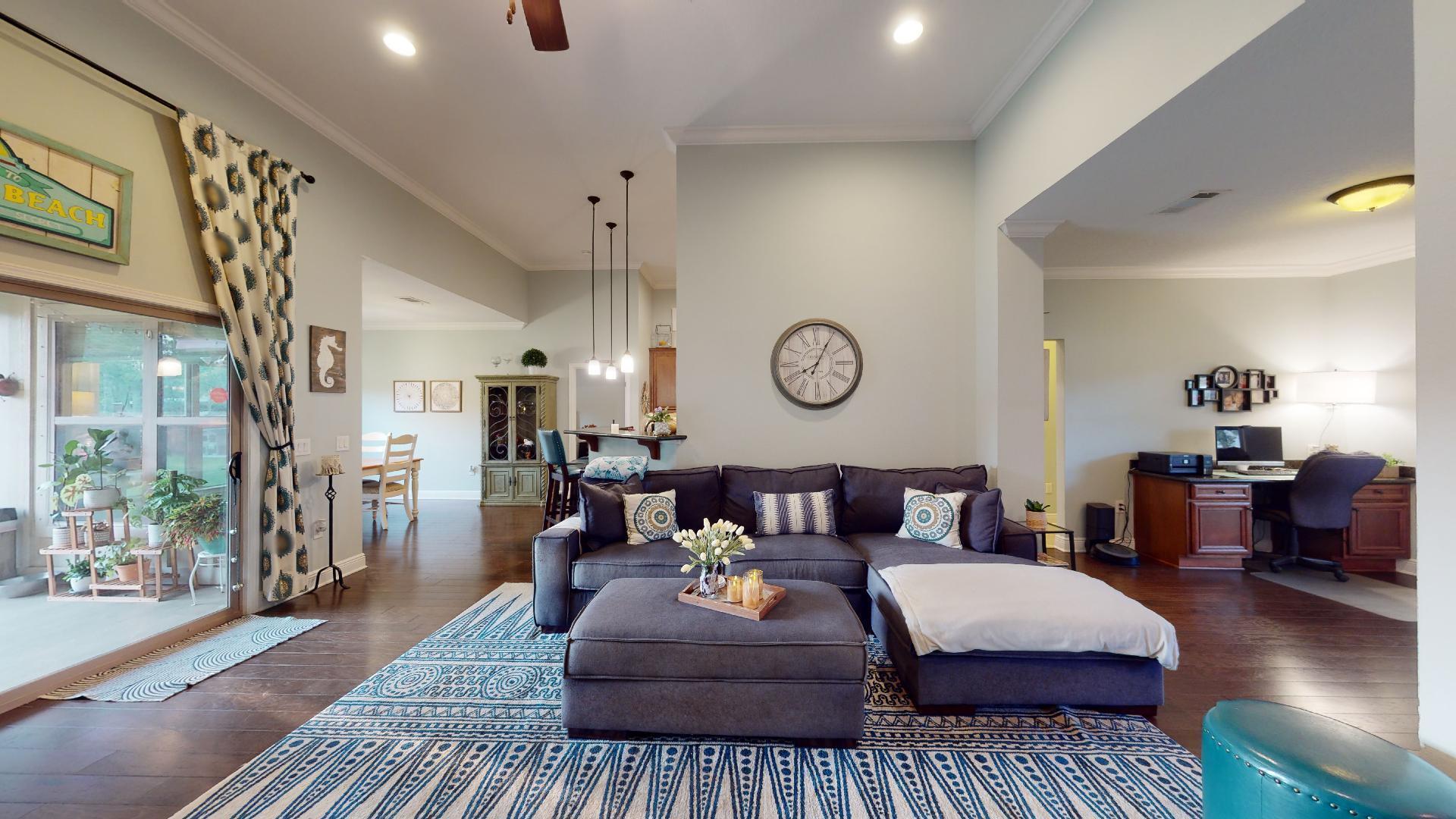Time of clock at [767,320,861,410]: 8:04
